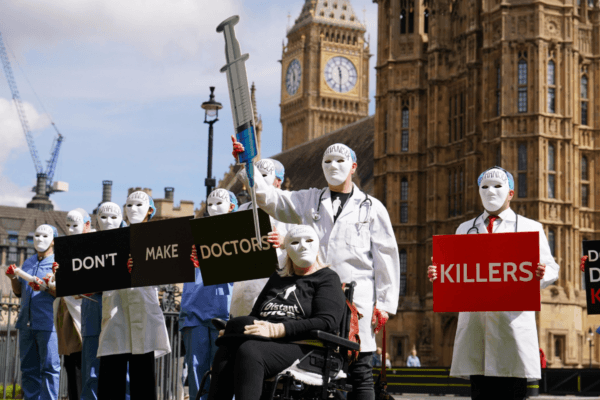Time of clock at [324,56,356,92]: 11:29
